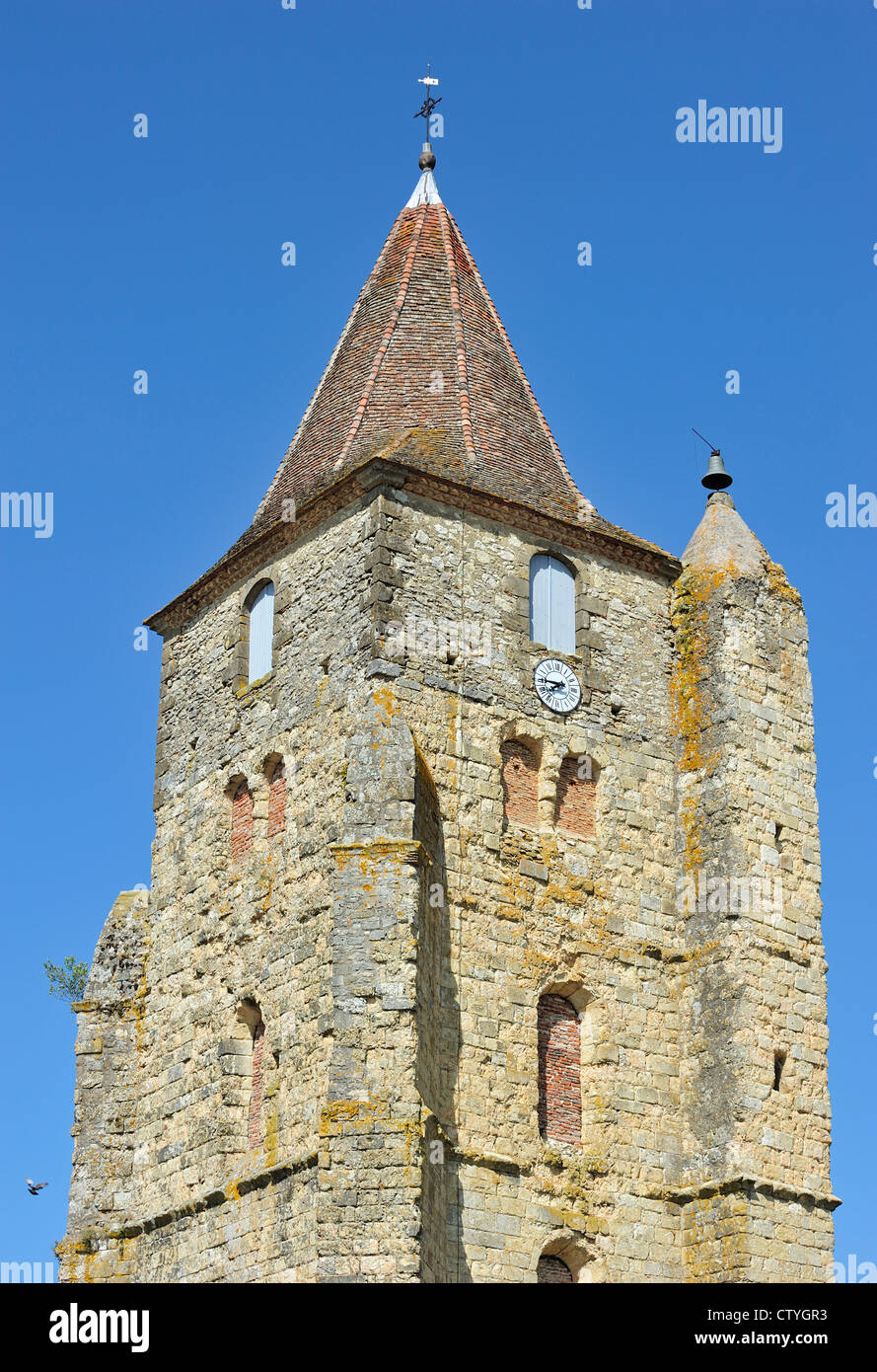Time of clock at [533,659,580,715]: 7:45
